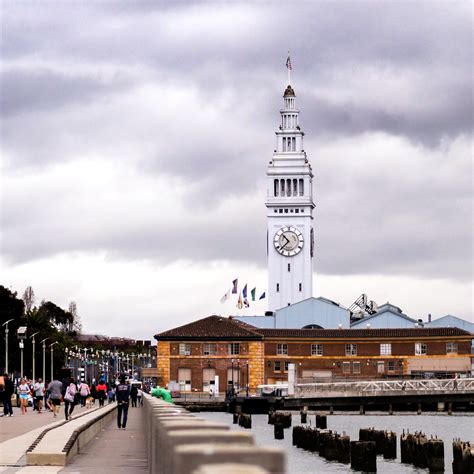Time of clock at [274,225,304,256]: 10:37
